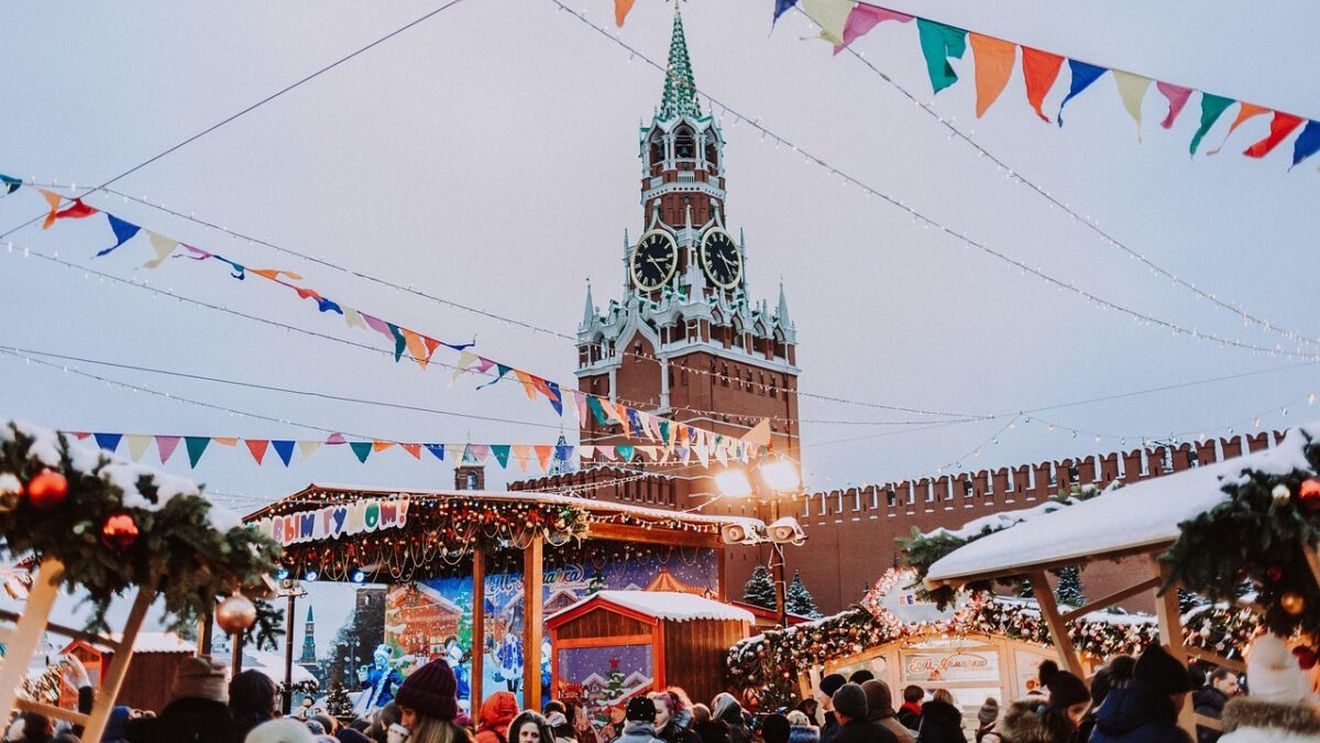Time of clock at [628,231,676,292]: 3:23
